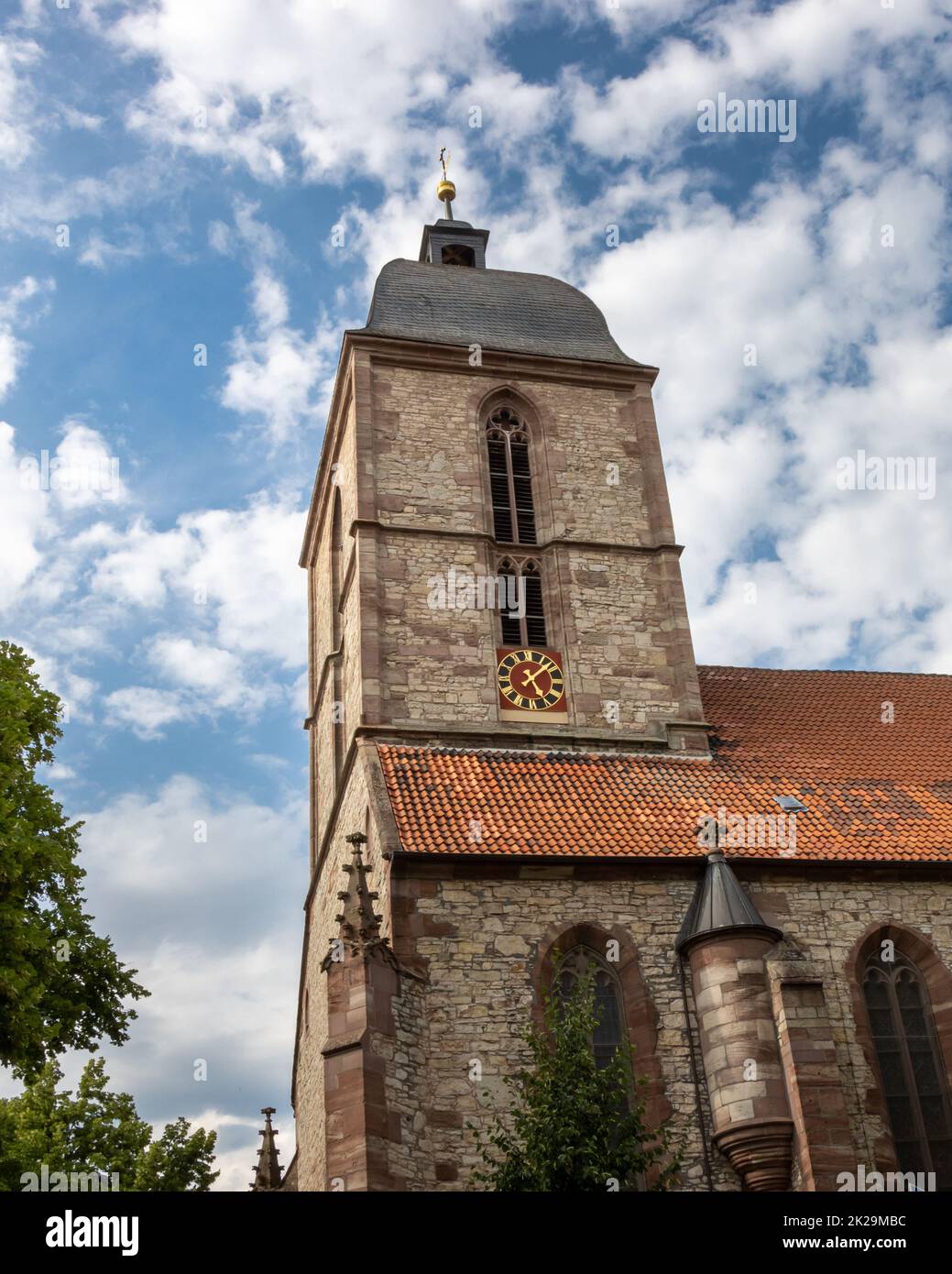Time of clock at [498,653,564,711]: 5:08
